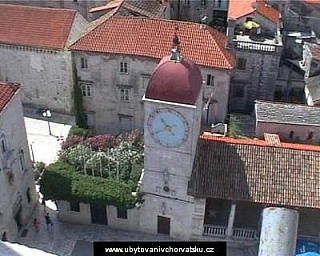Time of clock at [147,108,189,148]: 10:40
